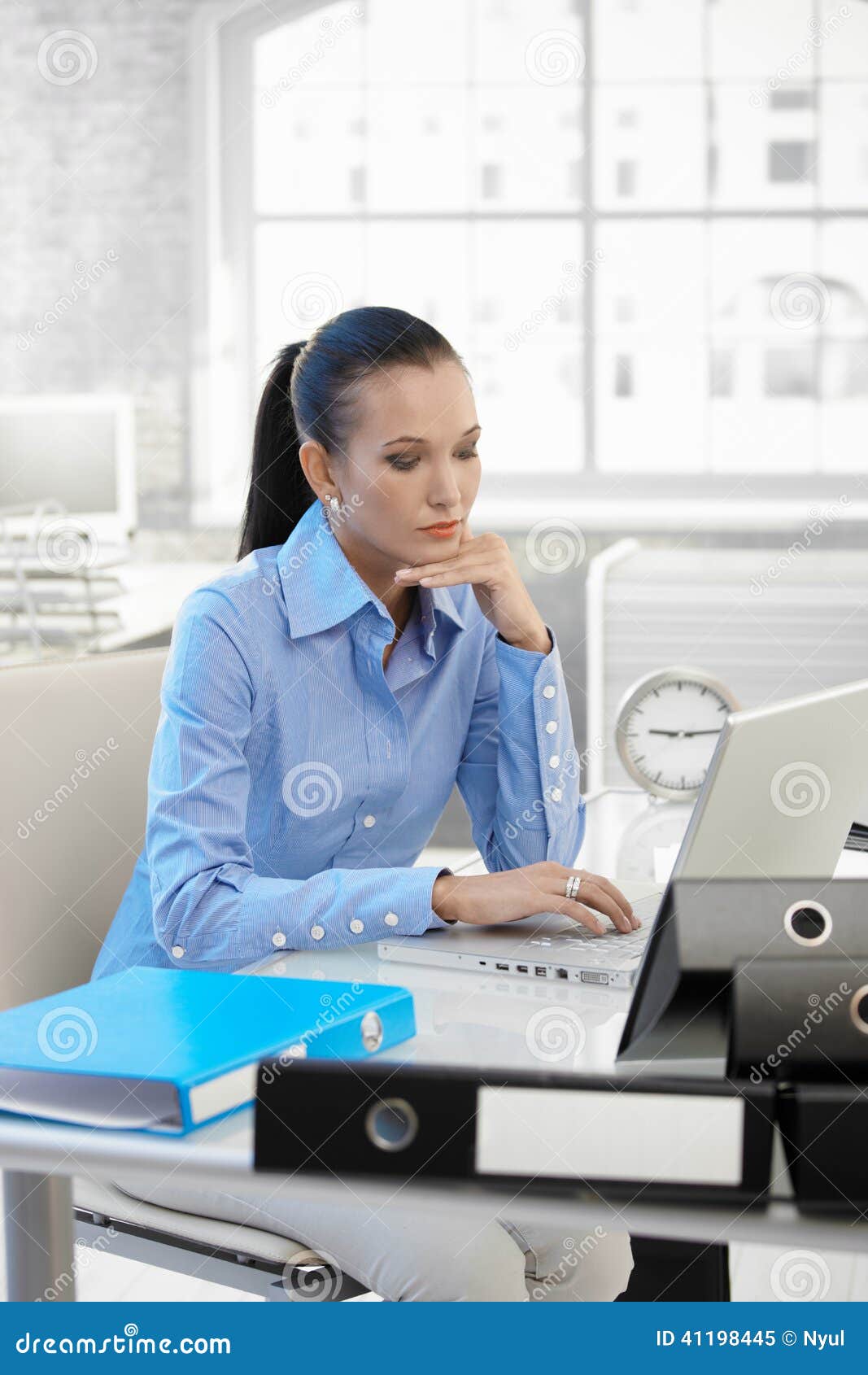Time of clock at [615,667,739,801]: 9:13
